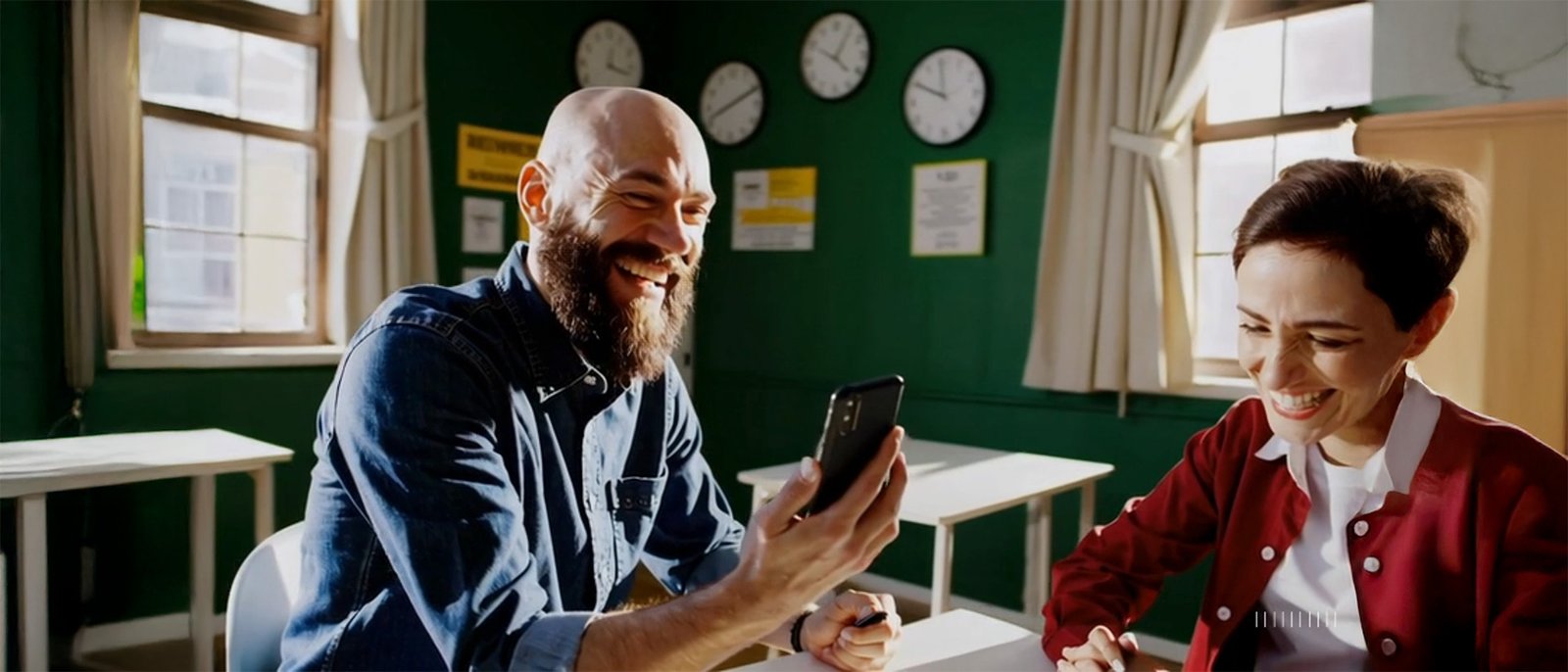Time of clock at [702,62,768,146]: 8:11
